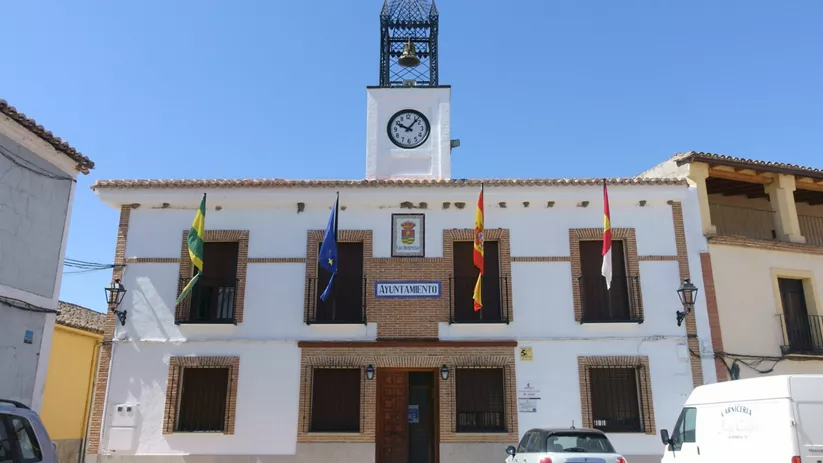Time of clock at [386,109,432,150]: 10:06
